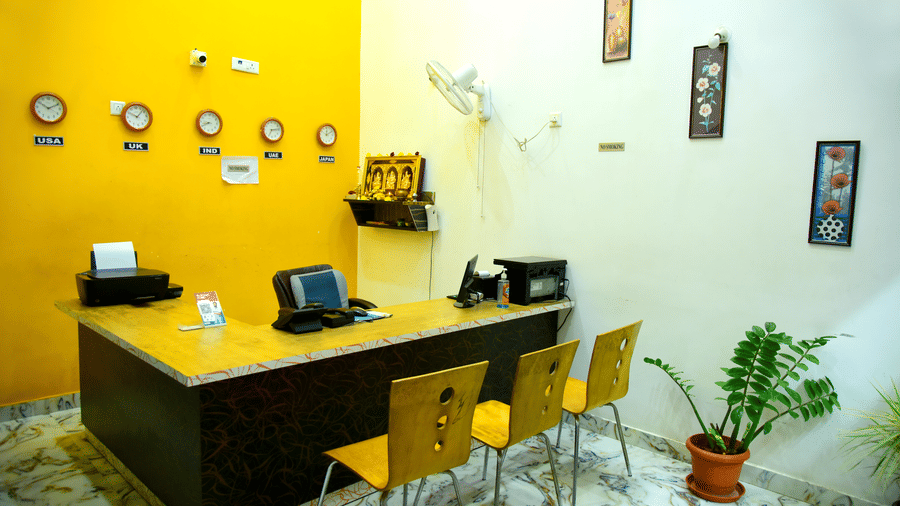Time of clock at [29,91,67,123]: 10:10
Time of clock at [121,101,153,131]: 10:07
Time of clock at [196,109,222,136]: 8:40
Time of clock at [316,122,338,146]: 12:09
